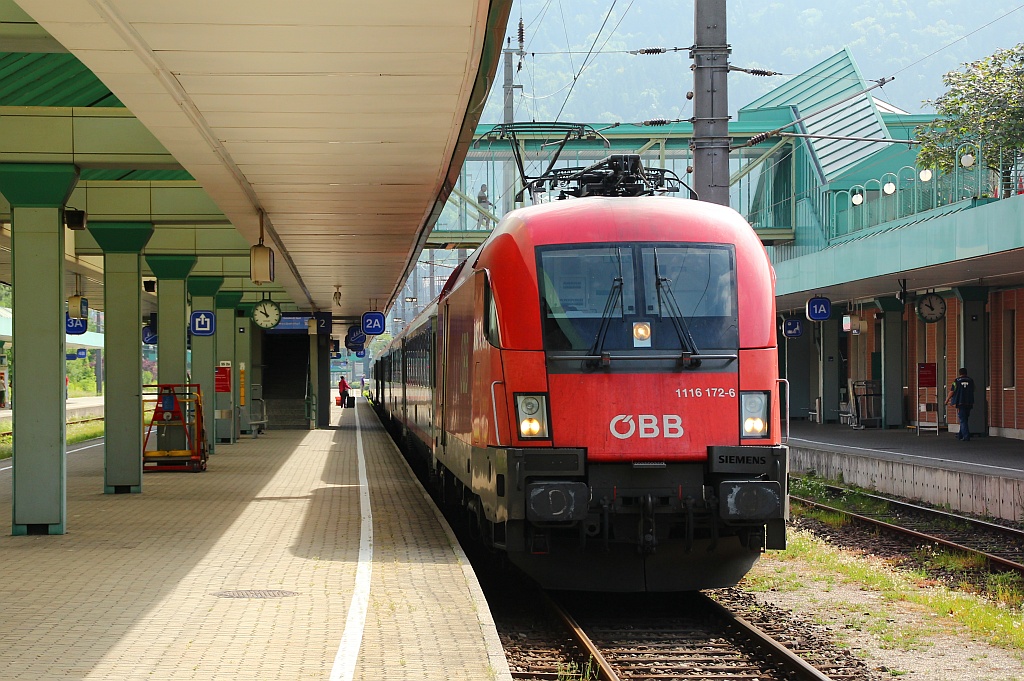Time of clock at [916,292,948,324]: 9:57
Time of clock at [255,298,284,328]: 9:57
